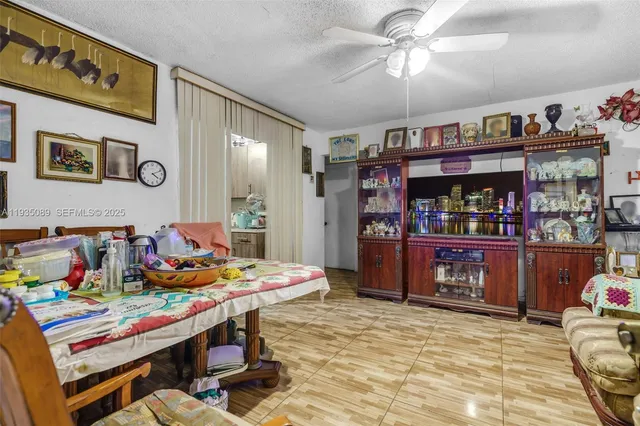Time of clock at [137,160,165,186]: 4:11
